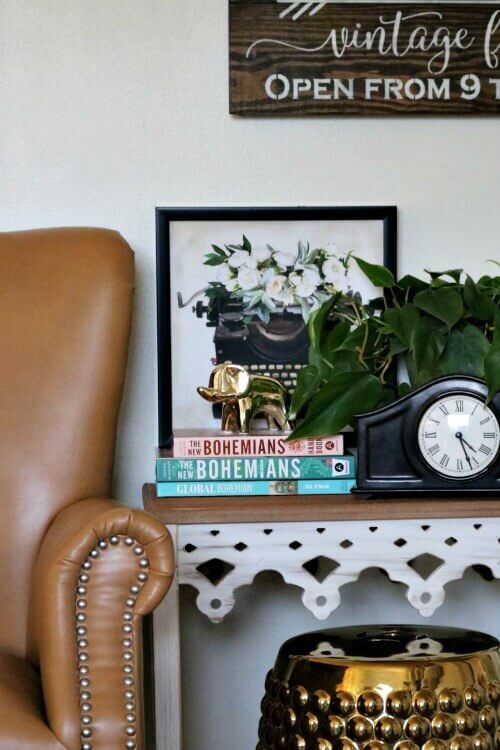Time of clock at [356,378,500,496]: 4:26
